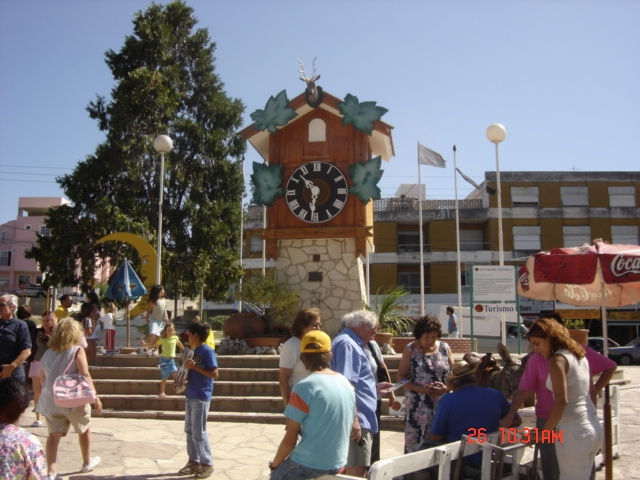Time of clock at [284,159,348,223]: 10:31
